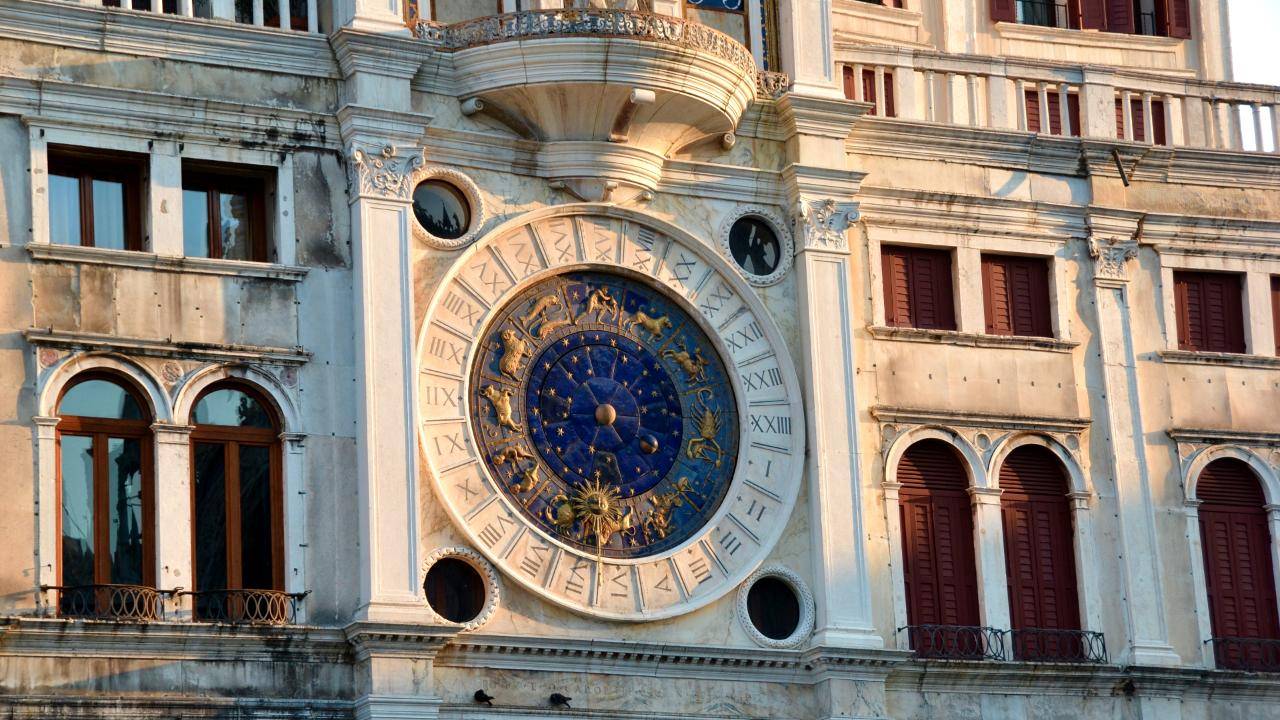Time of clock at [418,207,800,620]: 3:32
